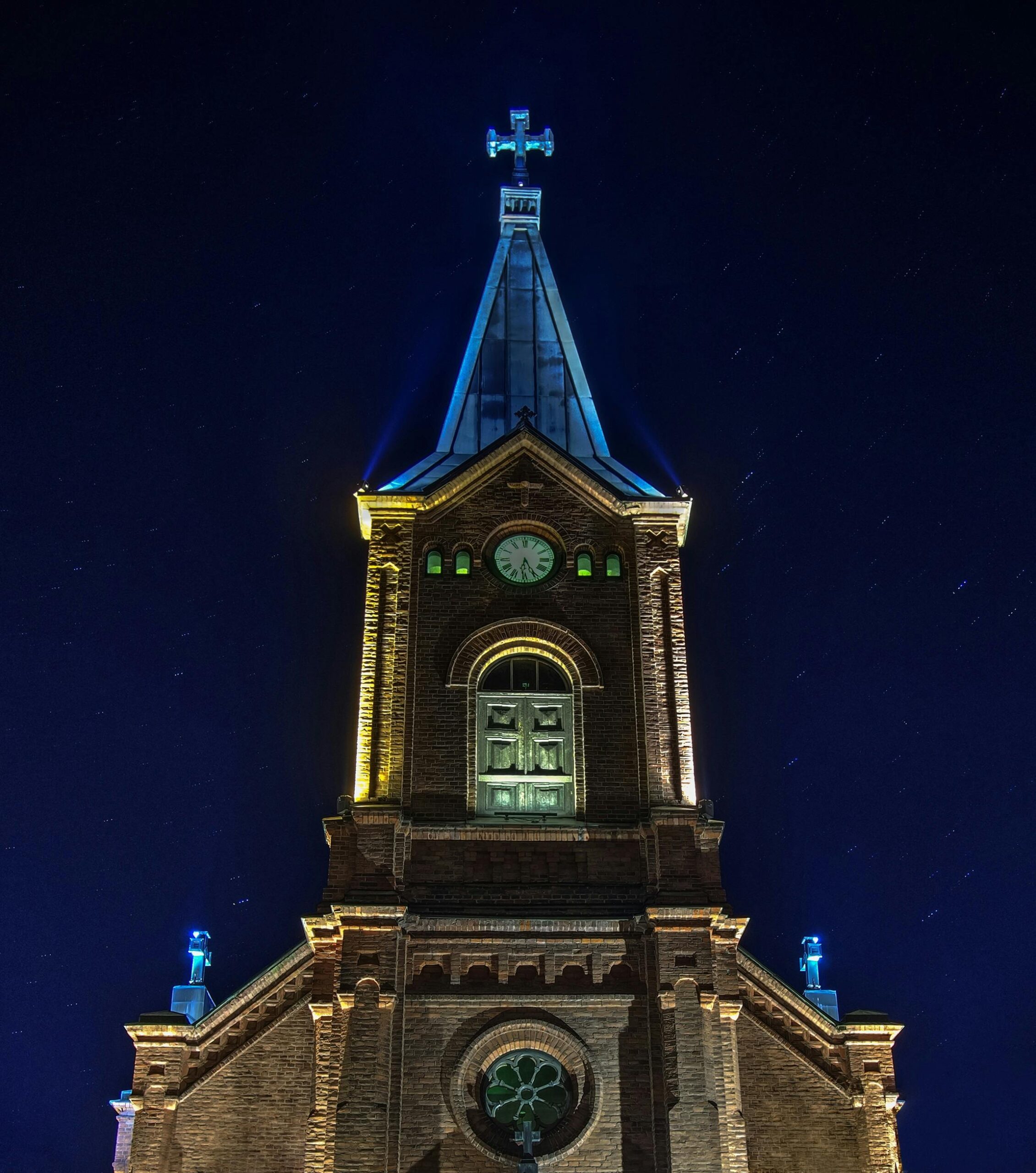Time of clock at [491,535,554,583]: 6:25
